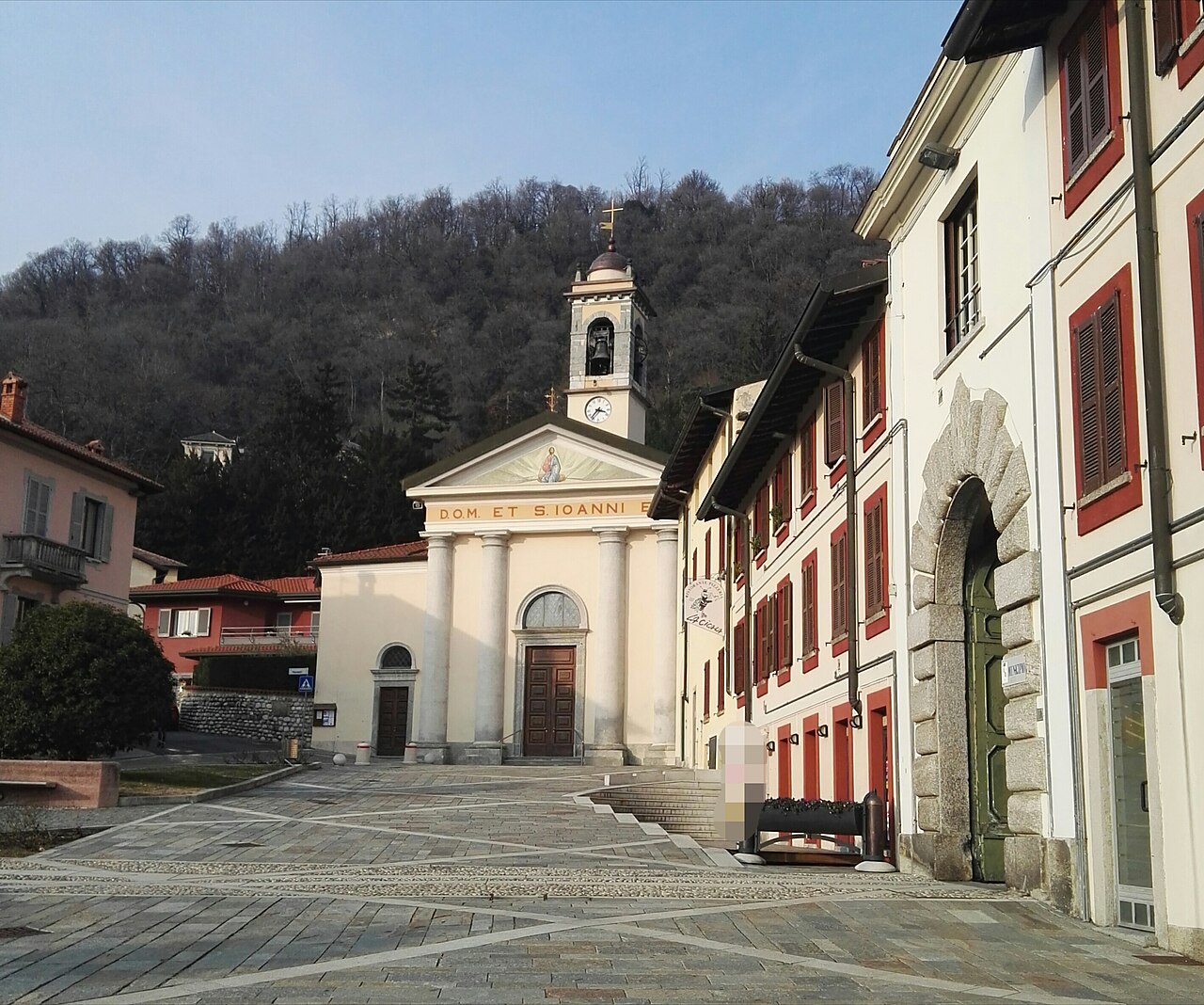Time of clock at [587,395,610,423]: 3:36
